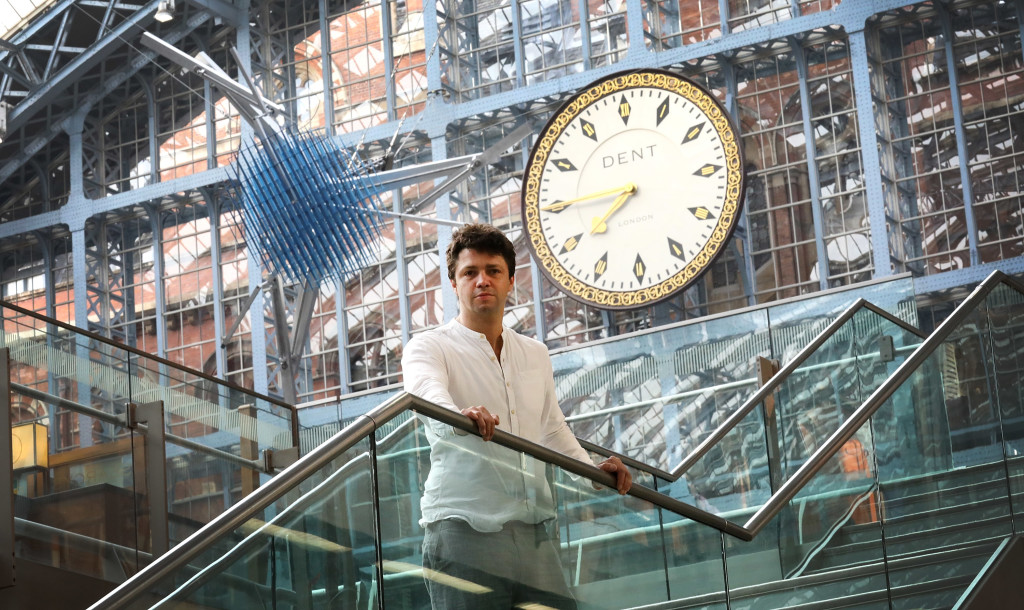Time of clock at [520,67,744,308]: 7:45
